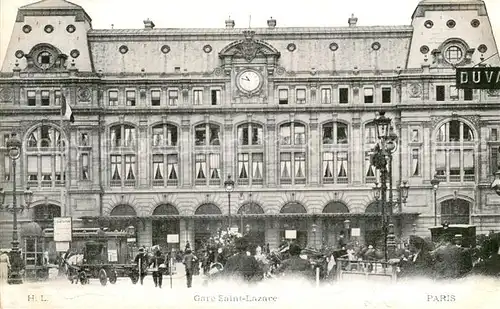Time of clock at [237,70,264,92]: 10:47
